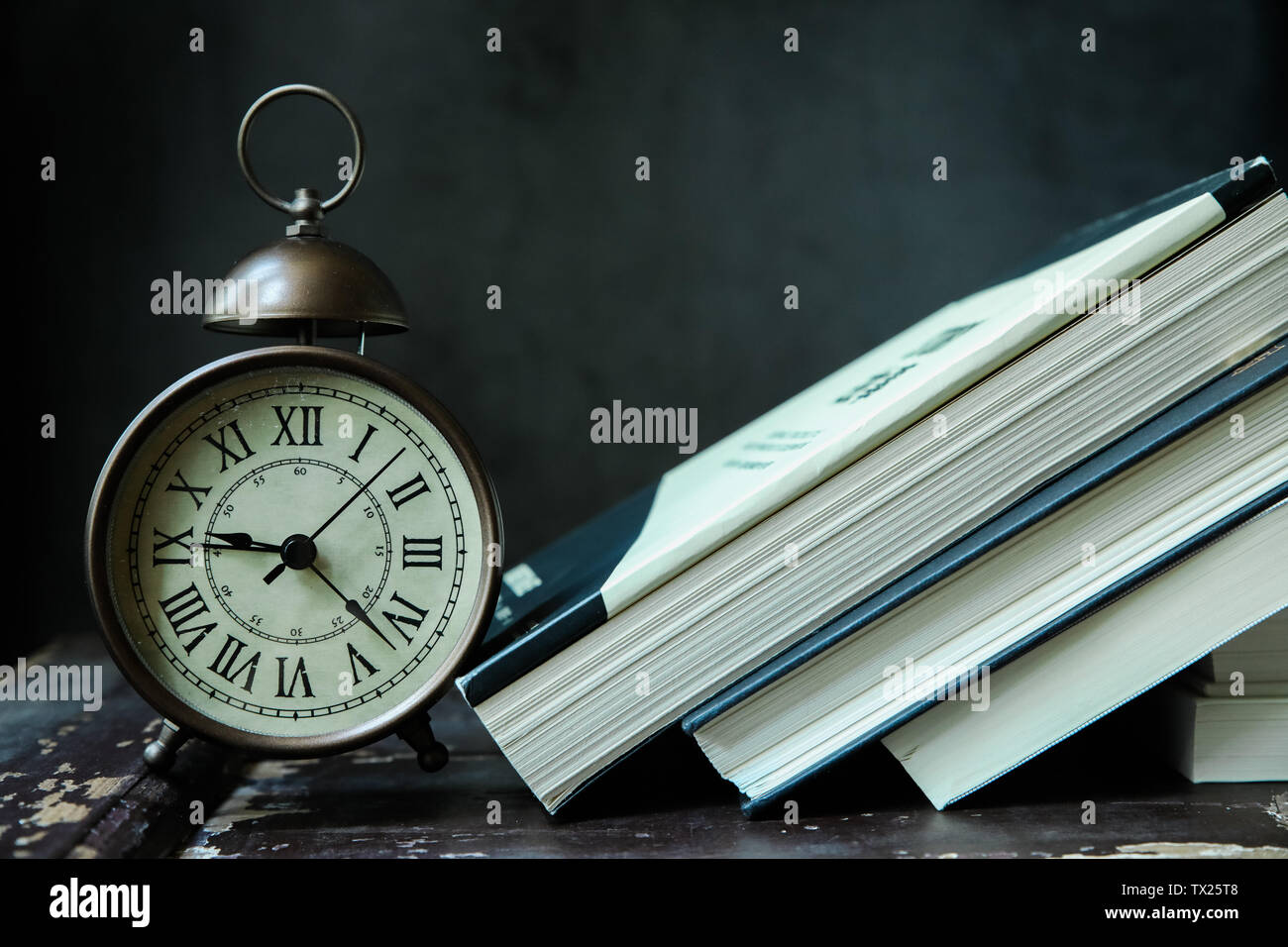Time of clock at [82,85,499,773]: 9:22
